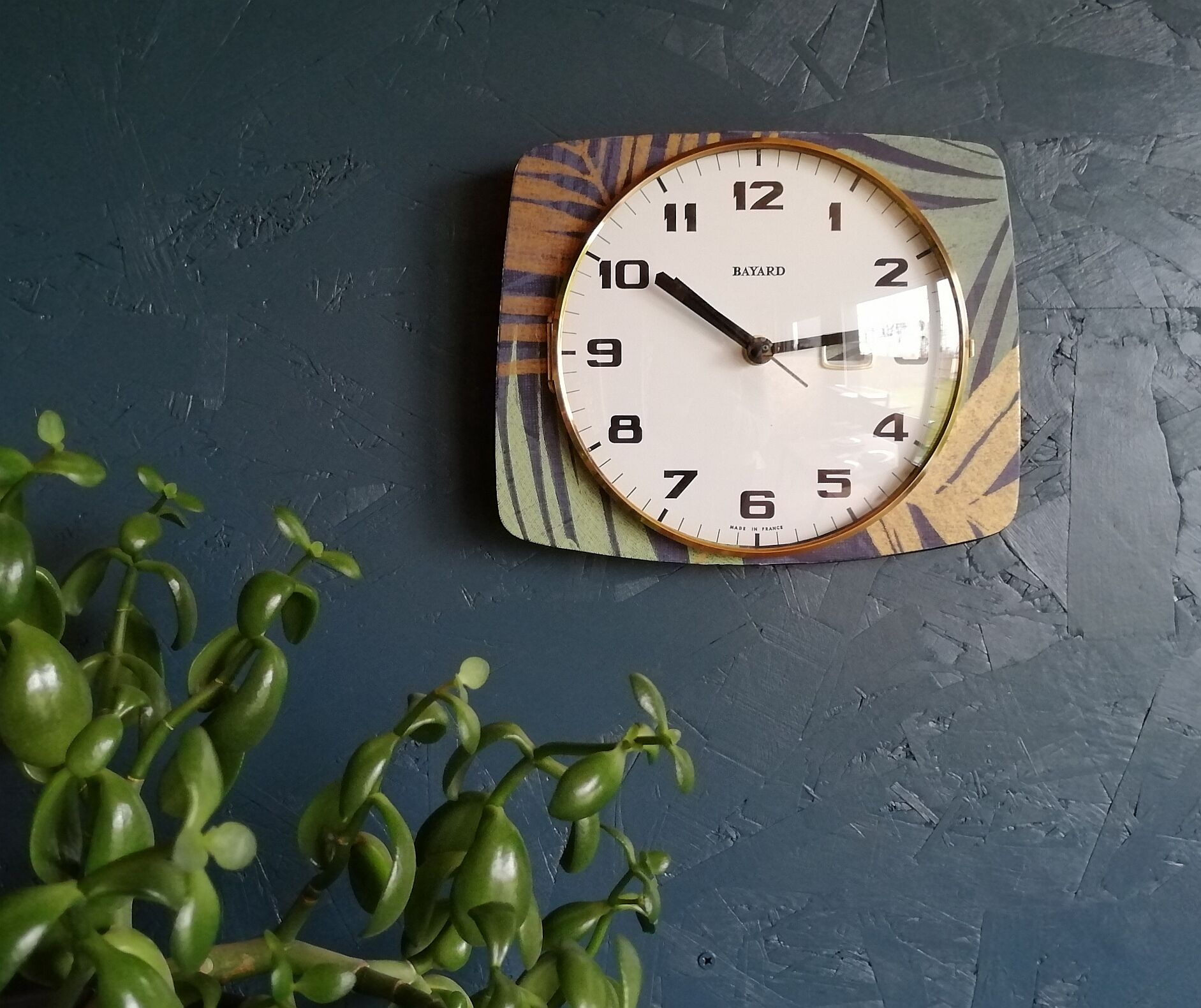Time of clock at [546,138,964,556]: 2:50
